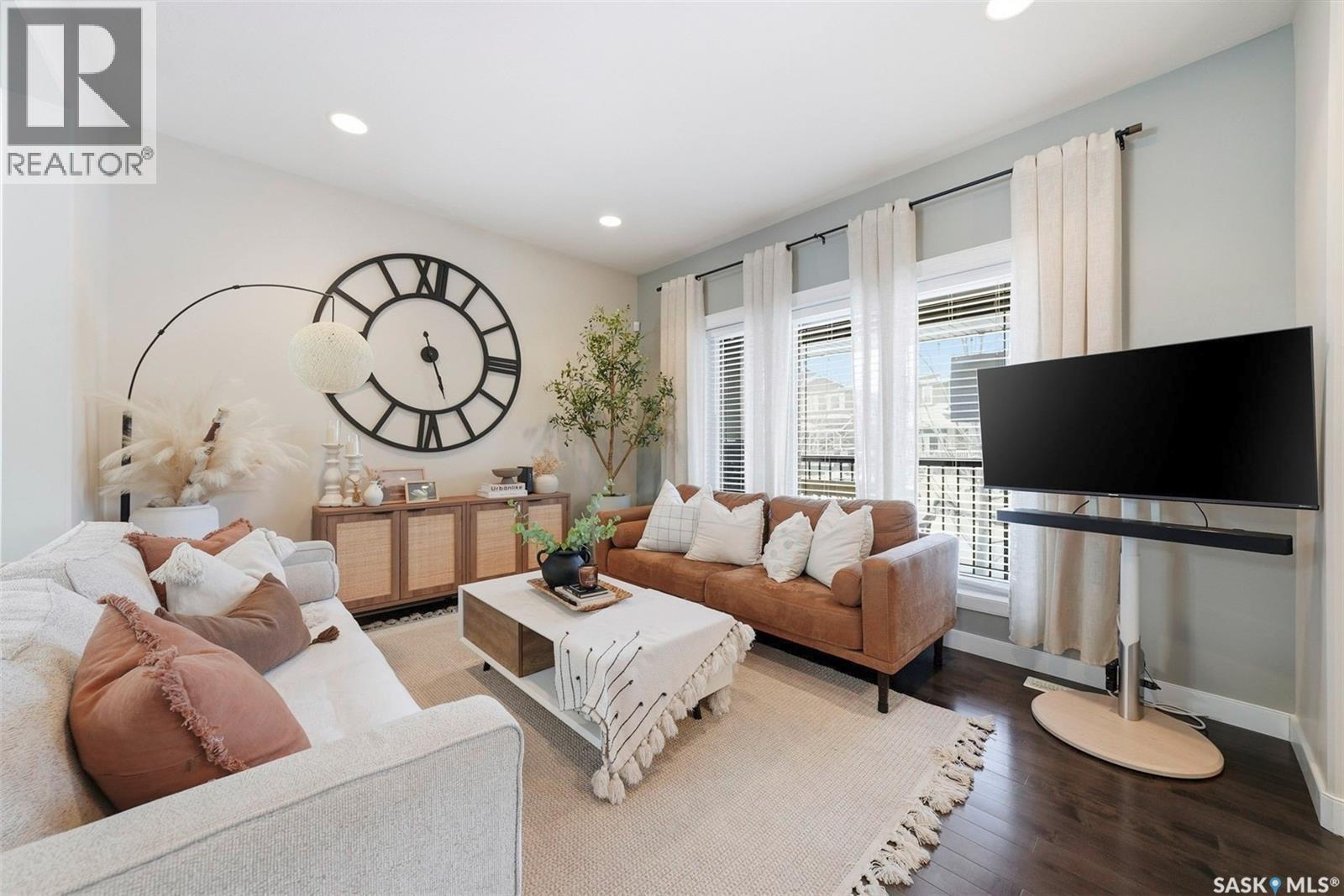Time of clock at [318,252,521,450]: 5:26
